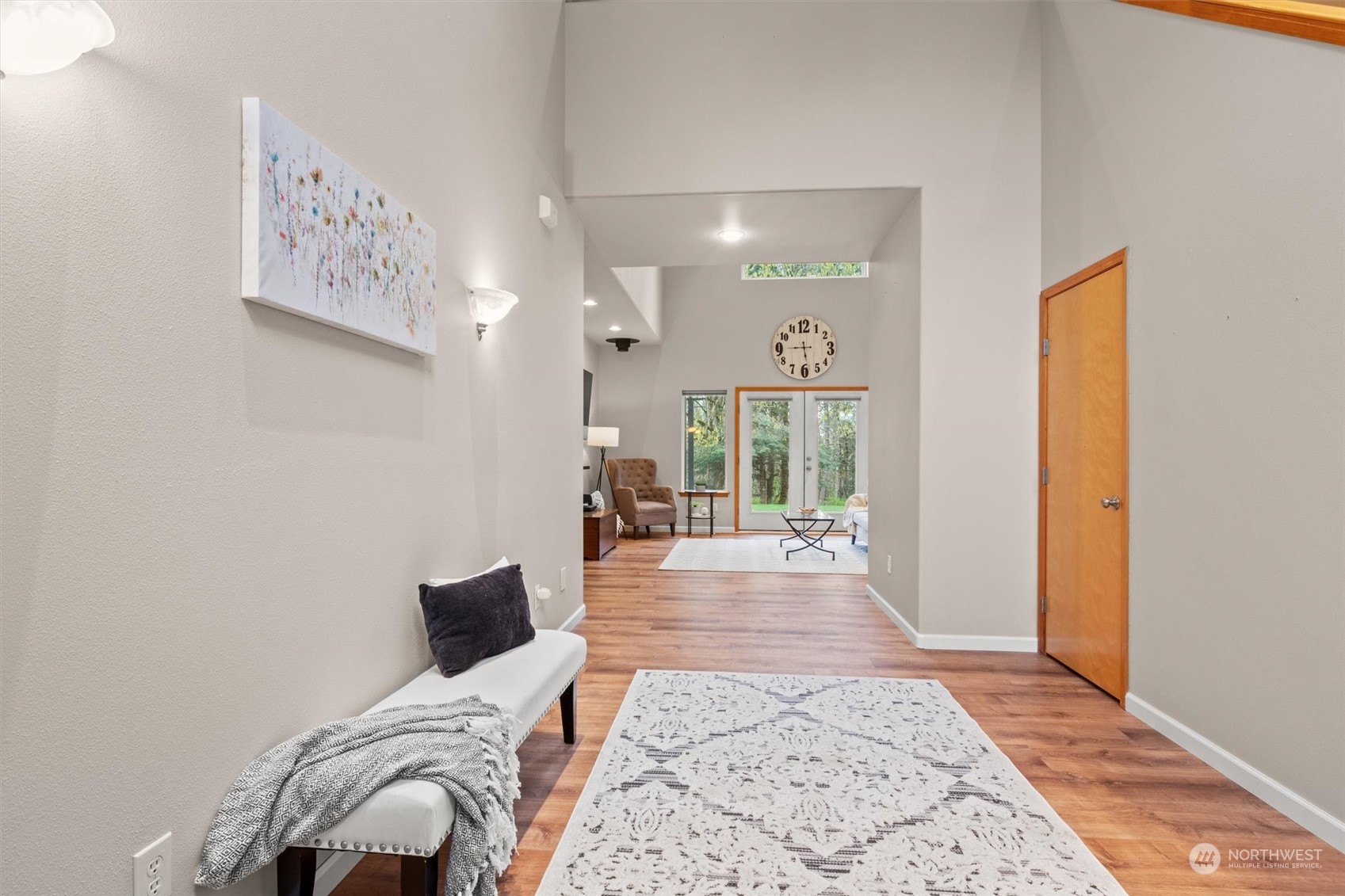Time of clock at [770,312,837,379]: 5:45
